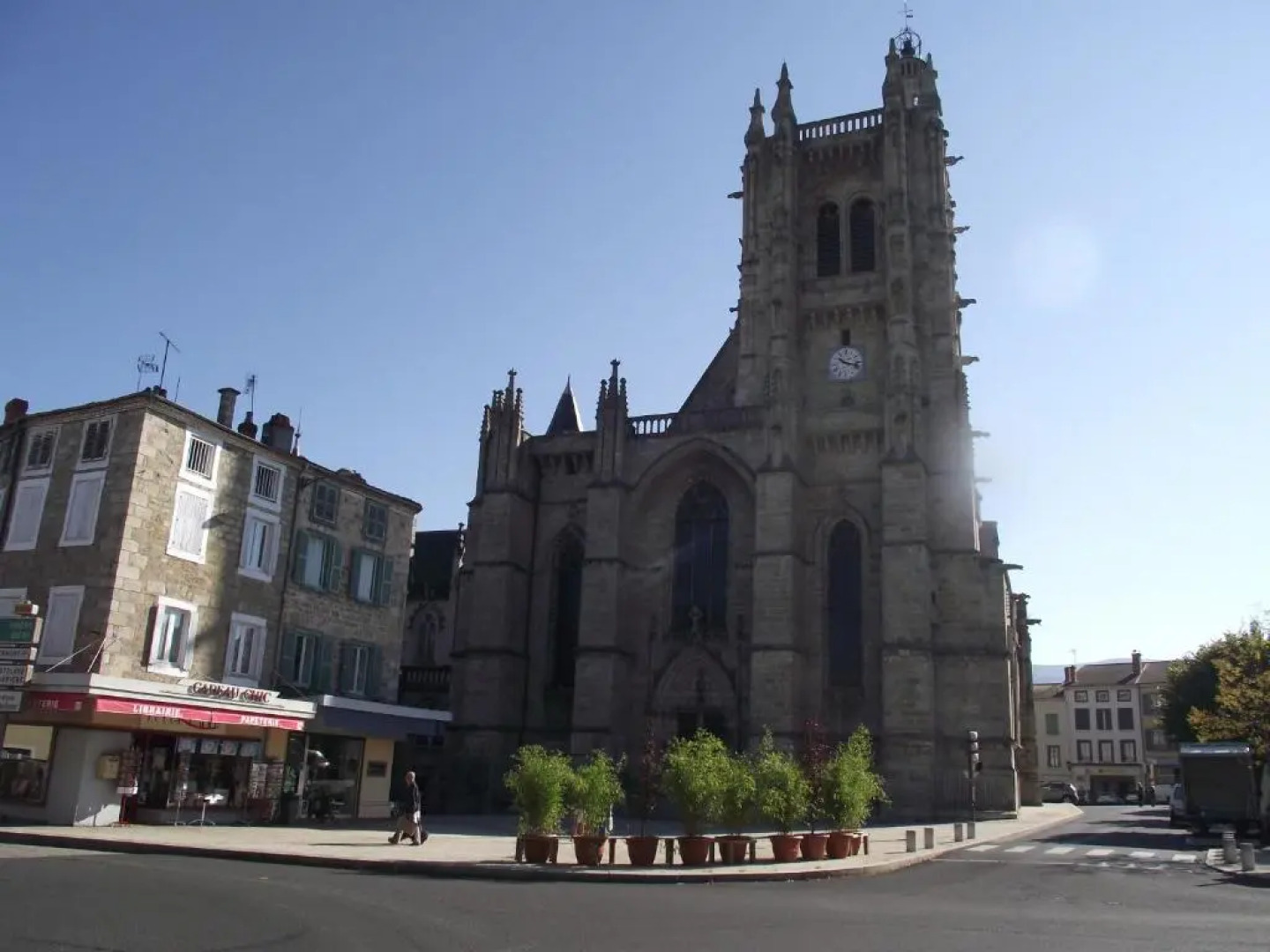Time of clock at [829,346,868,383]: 10:17
